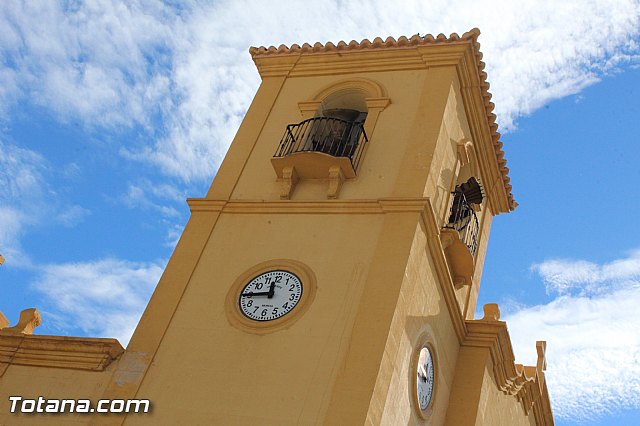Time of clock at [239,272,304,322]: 11:44
